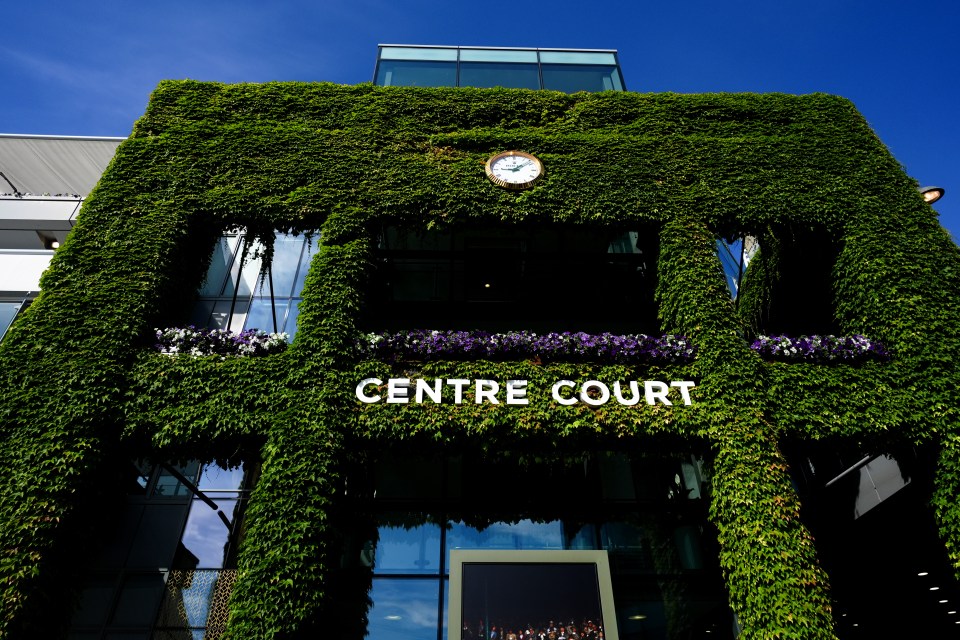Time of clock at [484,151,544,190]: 9:08
